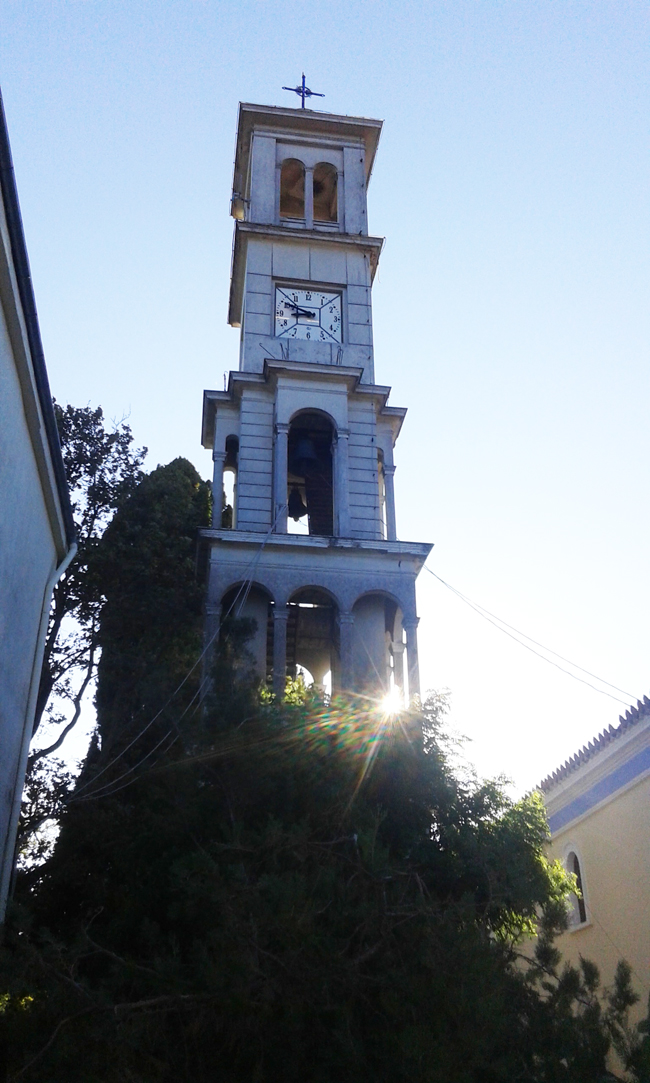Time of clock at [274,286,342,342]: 8:49
